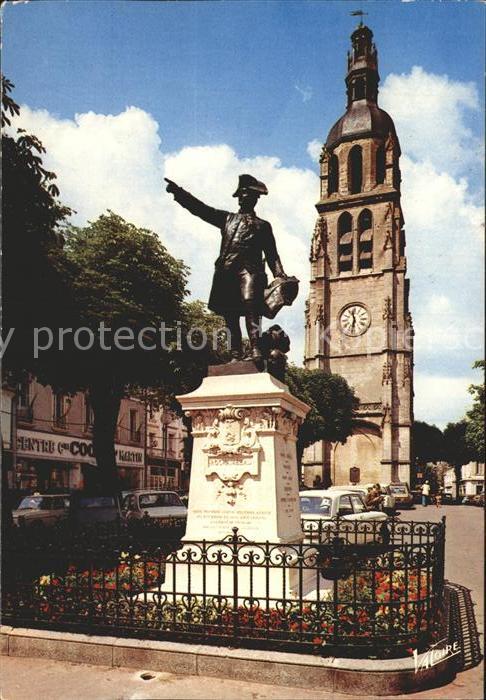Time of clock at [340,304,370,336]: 11:32
